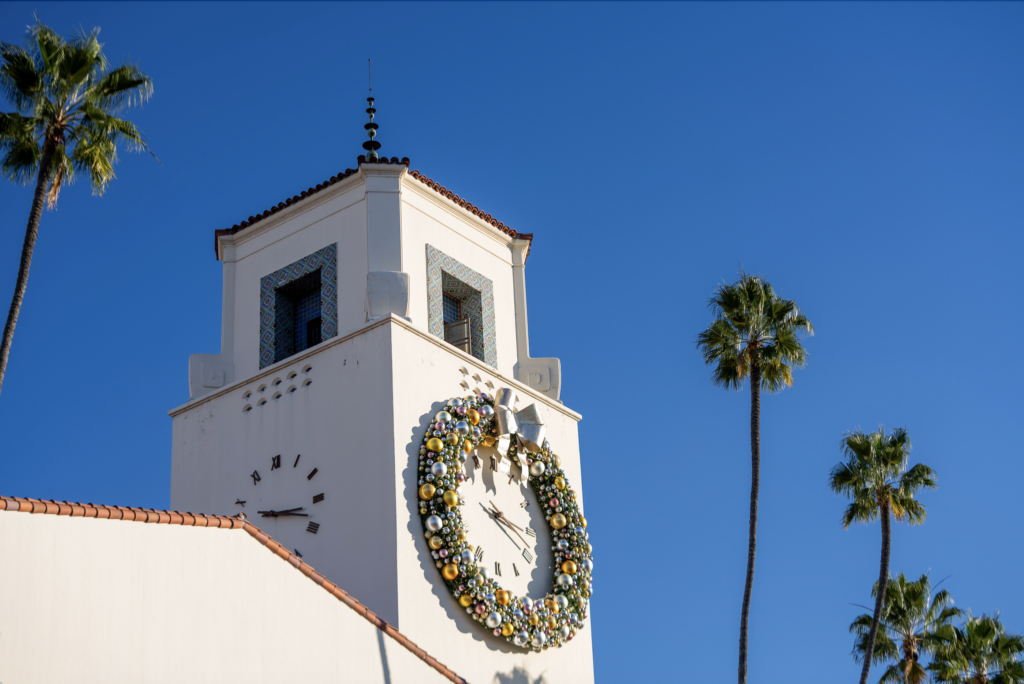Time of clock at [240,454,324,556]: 3:18
